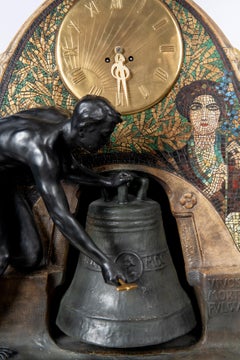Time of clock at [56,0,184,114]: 6:29
